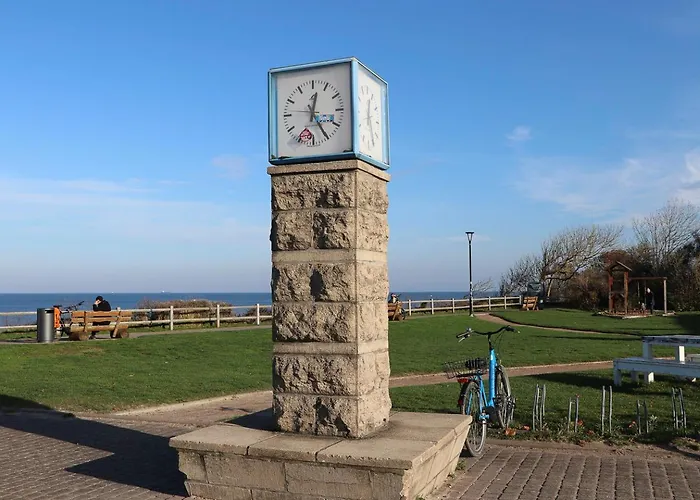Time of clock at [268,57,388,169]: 12:24
